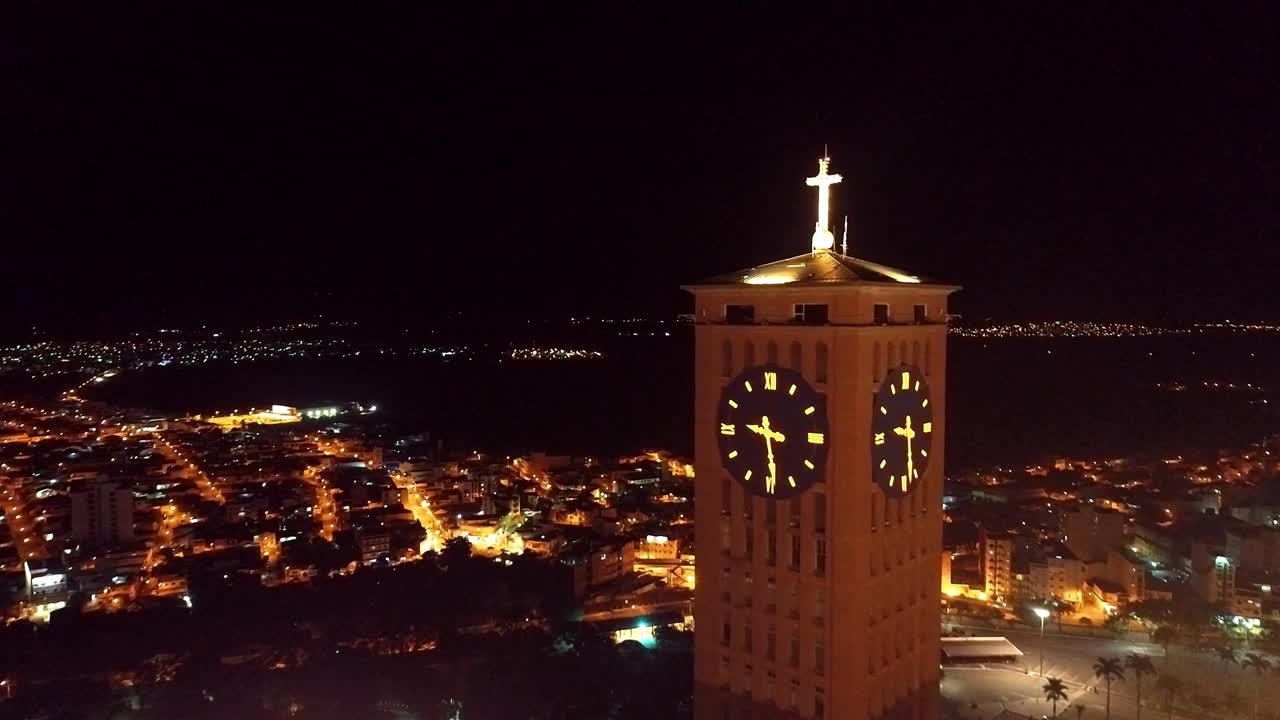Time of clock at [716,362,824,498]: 9:28
